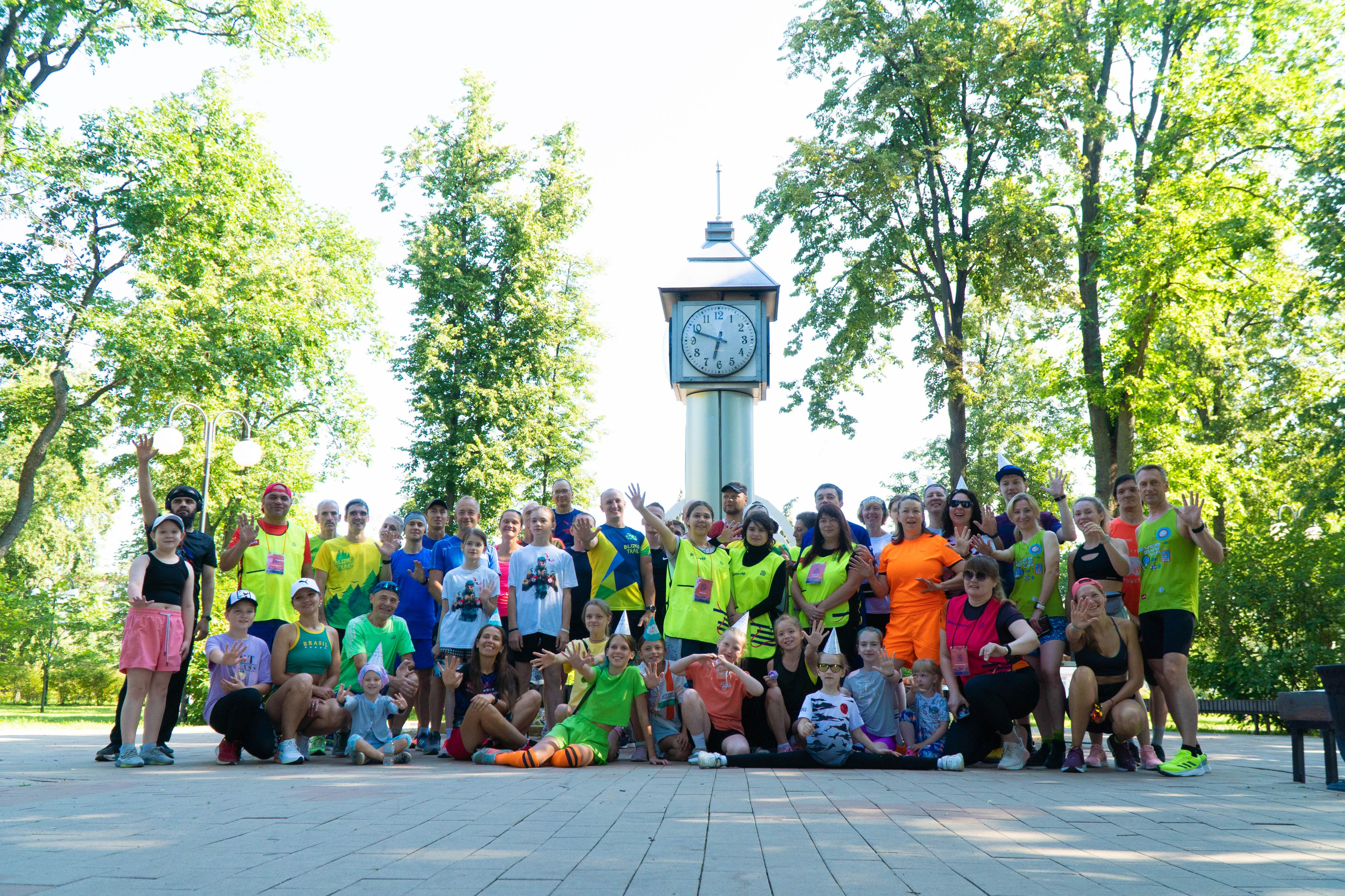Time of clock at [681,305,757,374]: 6:48
